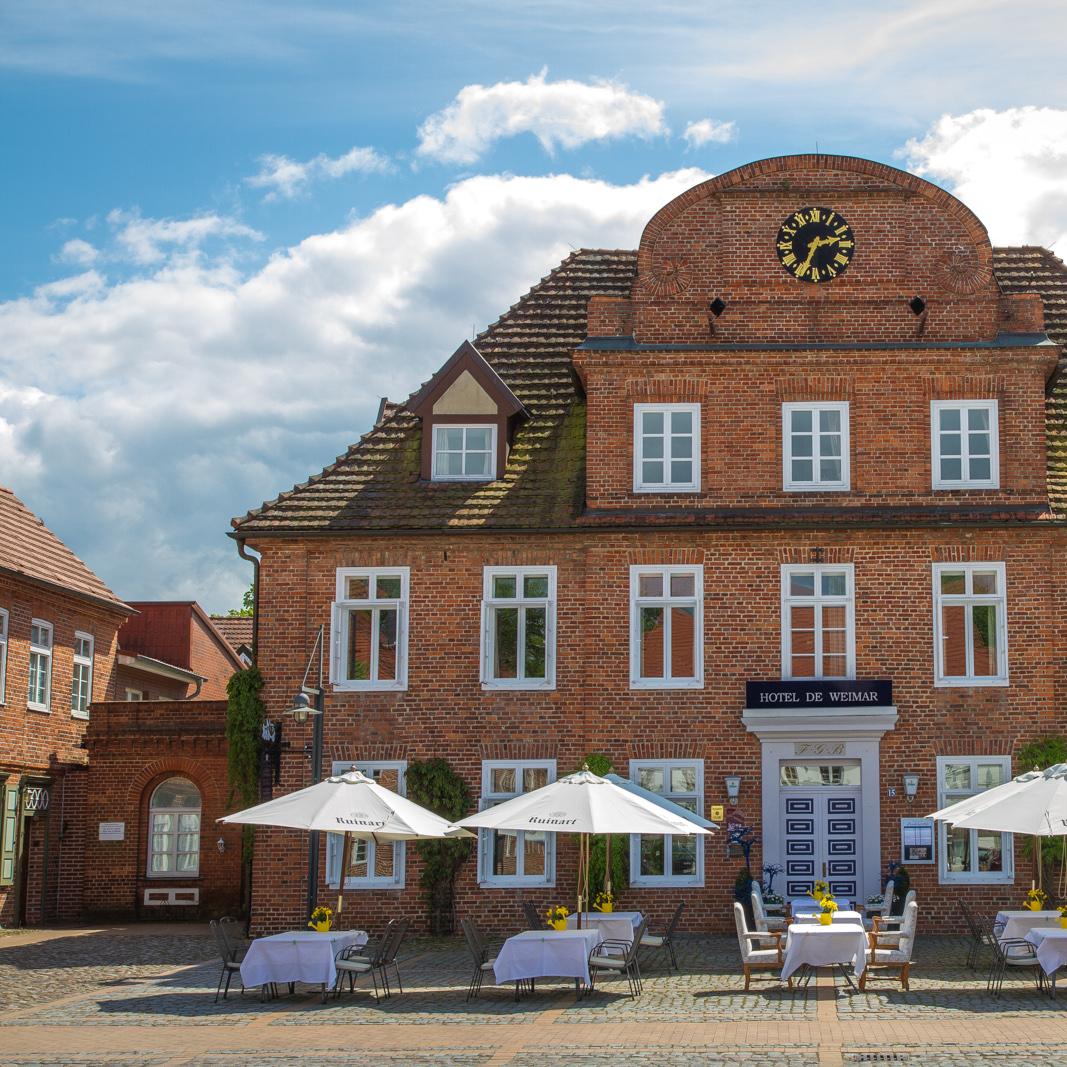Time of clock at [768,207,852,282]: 2:33
